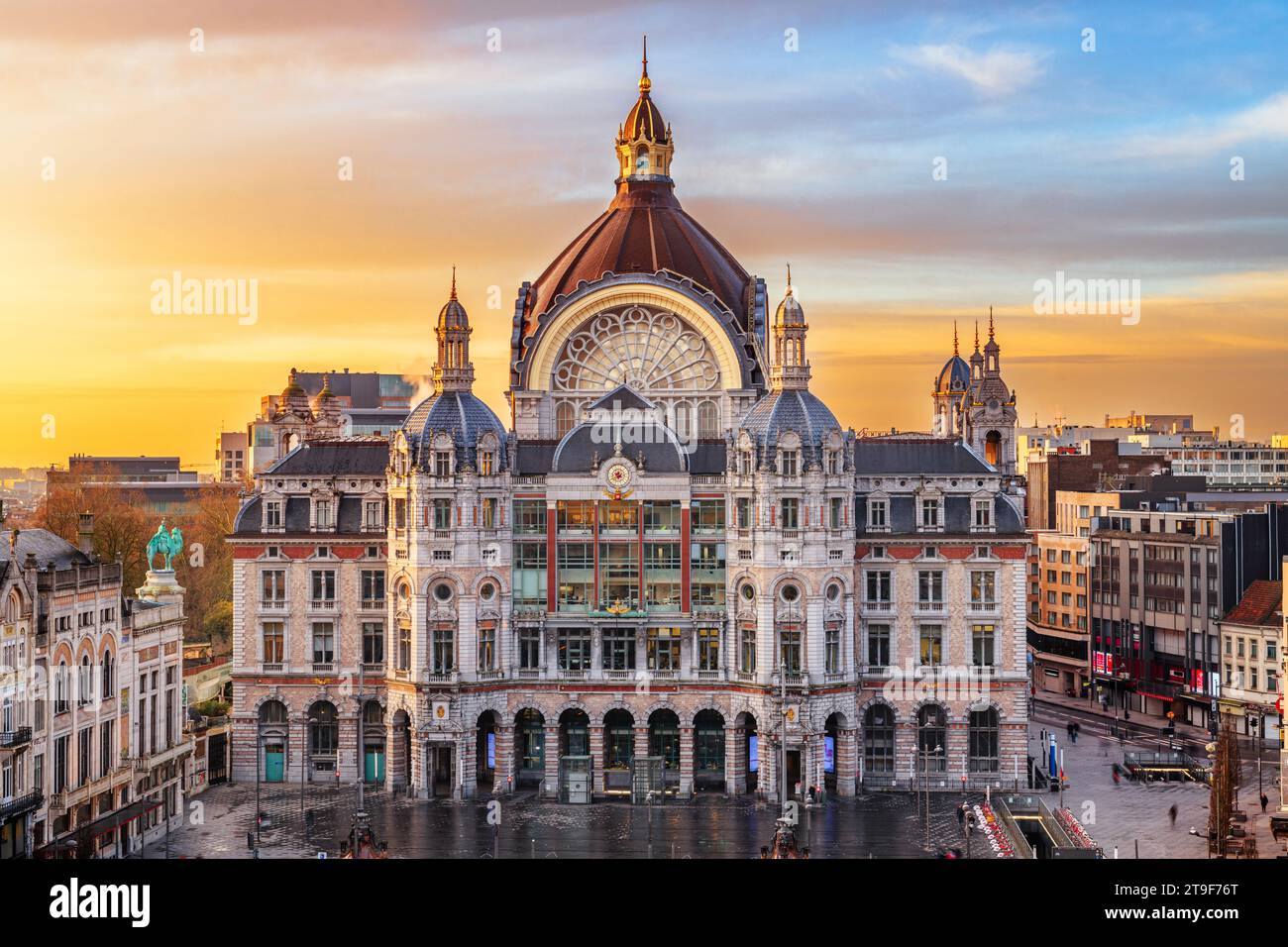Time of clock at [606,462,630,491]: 6:40
